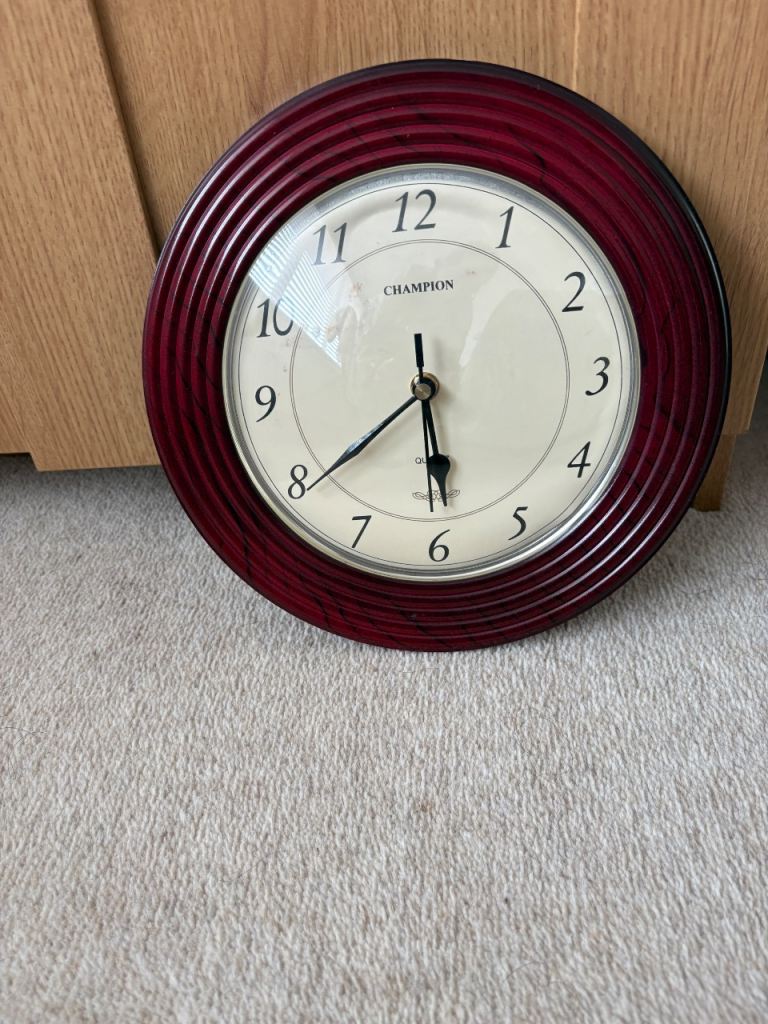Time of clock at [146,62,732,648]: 5:39
